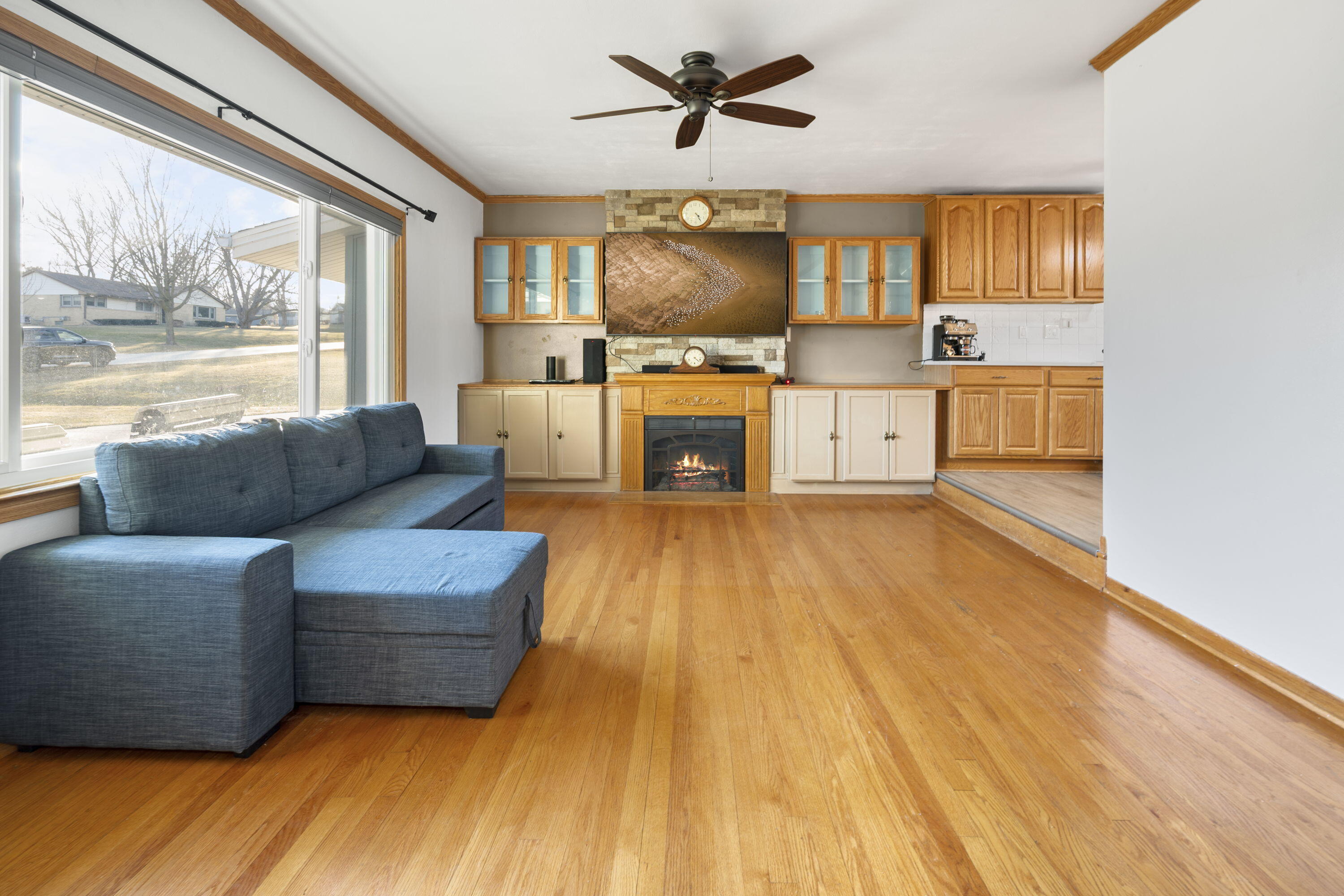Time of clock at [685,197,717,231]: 4:24
